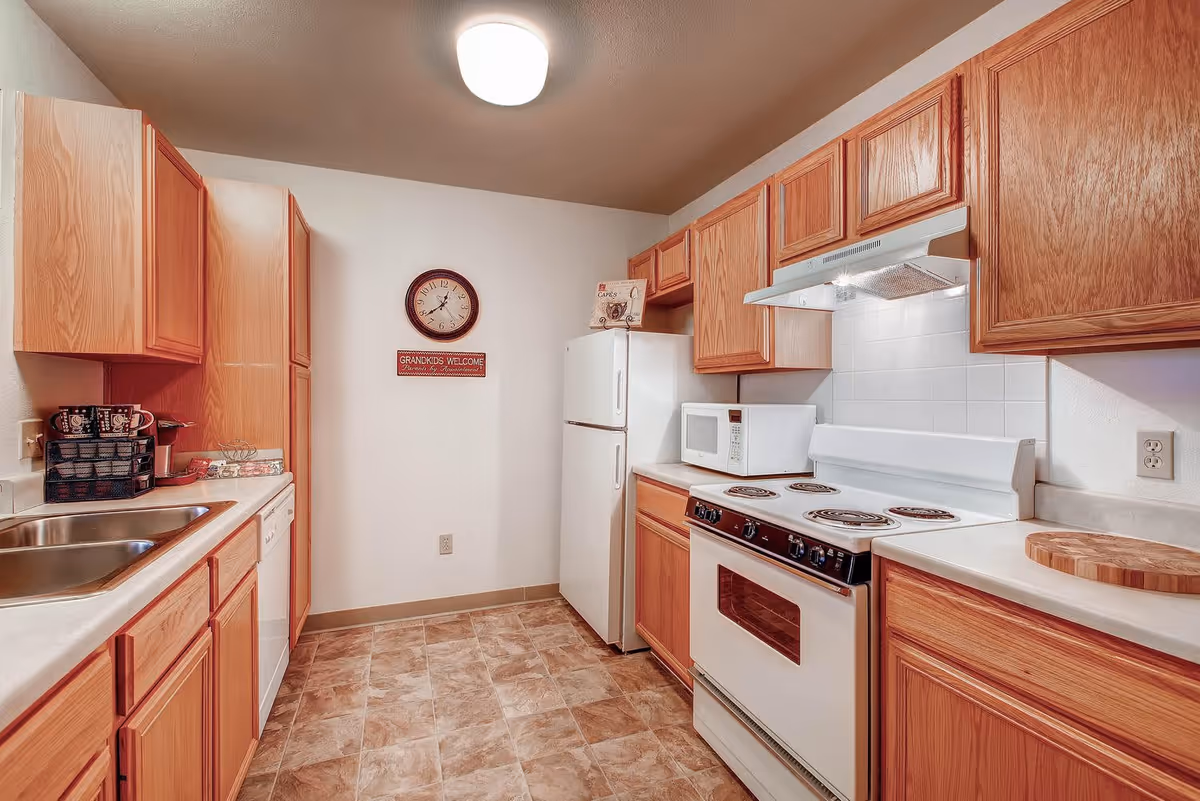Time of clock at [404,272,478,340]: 12:38
